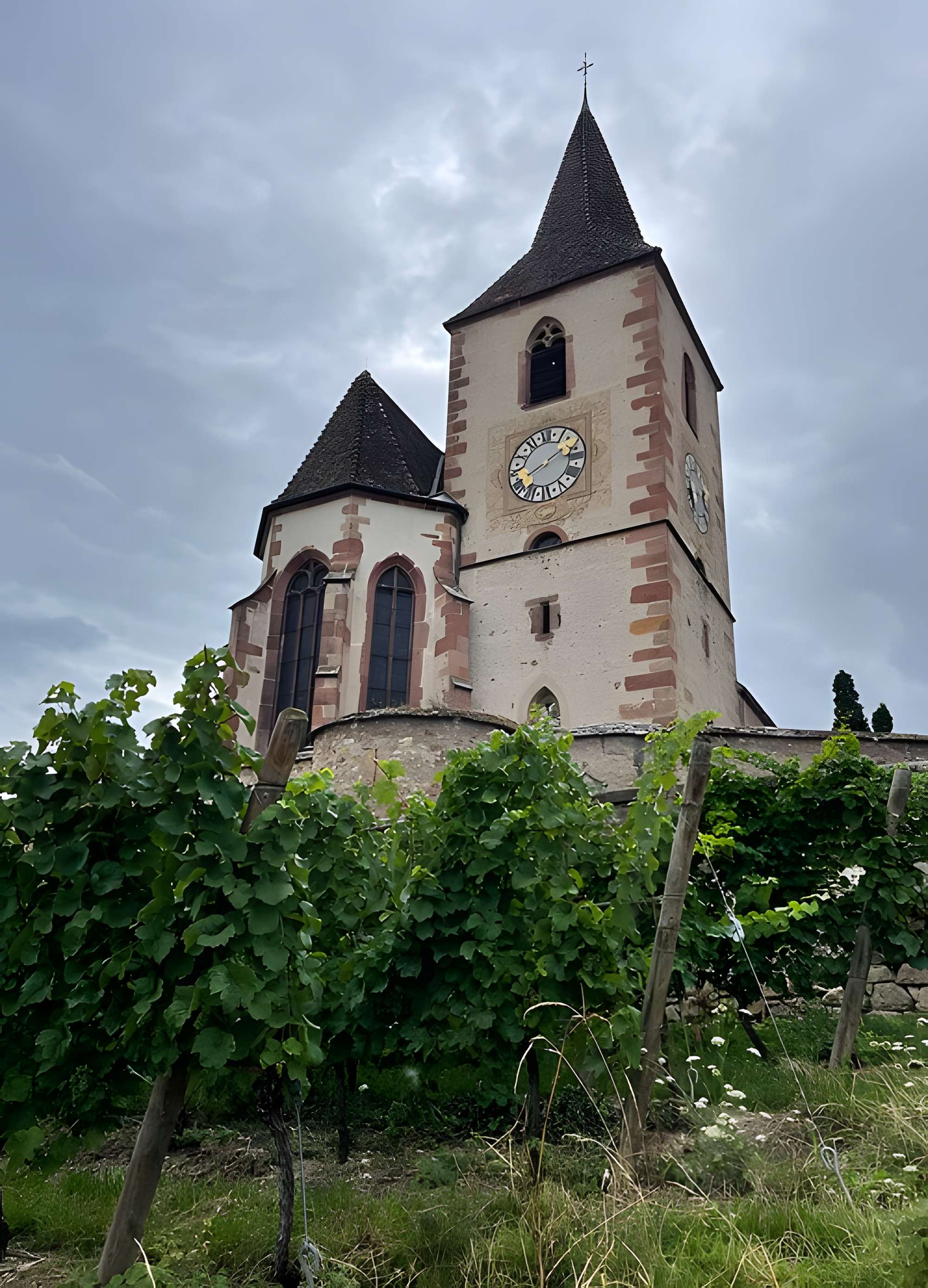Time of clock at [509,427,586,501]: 1:39
